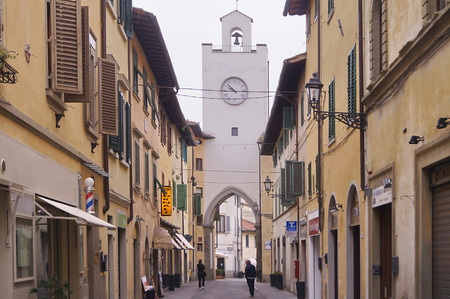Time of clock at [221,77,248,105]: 9:51
